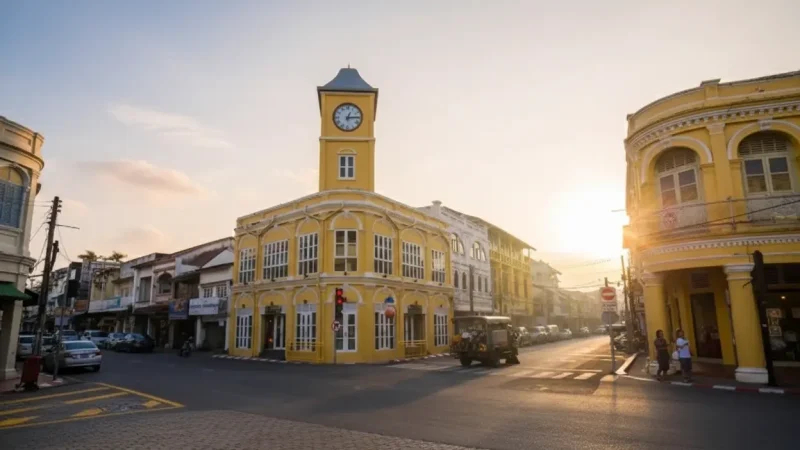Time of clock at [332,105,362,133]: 1:14
